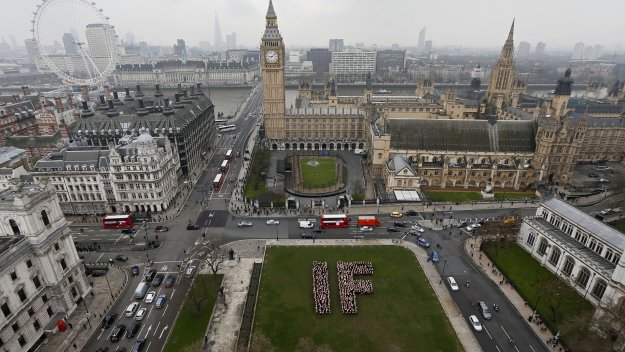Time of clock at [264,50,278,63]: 9:08
